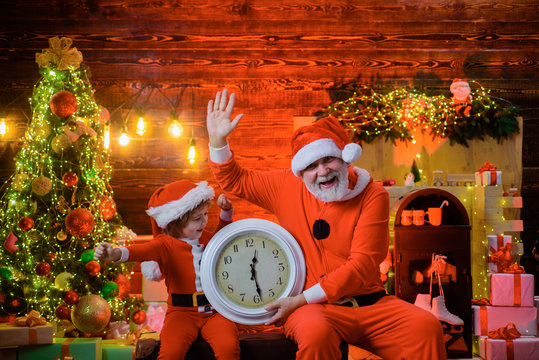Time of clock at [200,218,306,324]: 12:28
